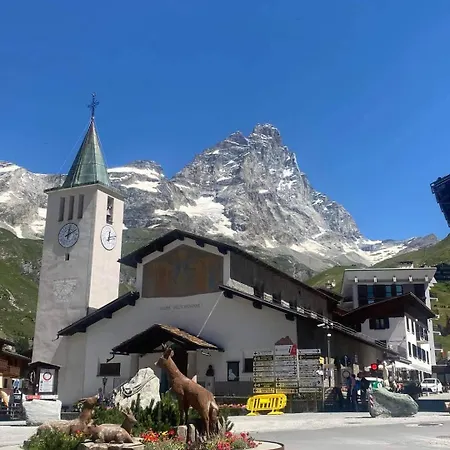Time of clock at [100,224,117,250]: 12:12
